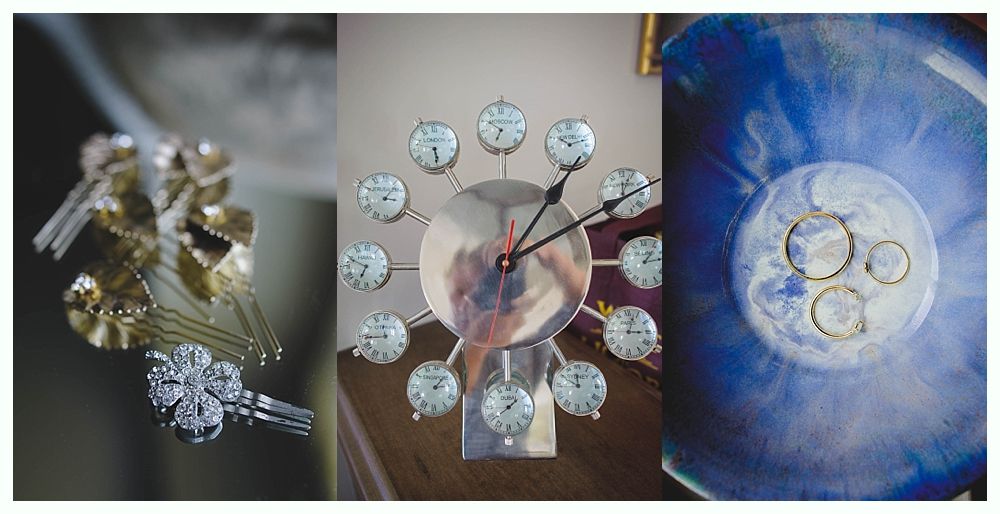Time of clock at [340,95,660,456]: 1:11
